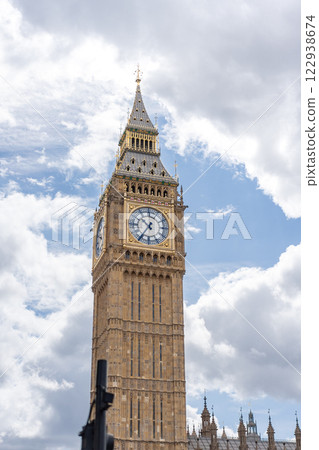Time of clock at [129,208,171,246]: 10:35
